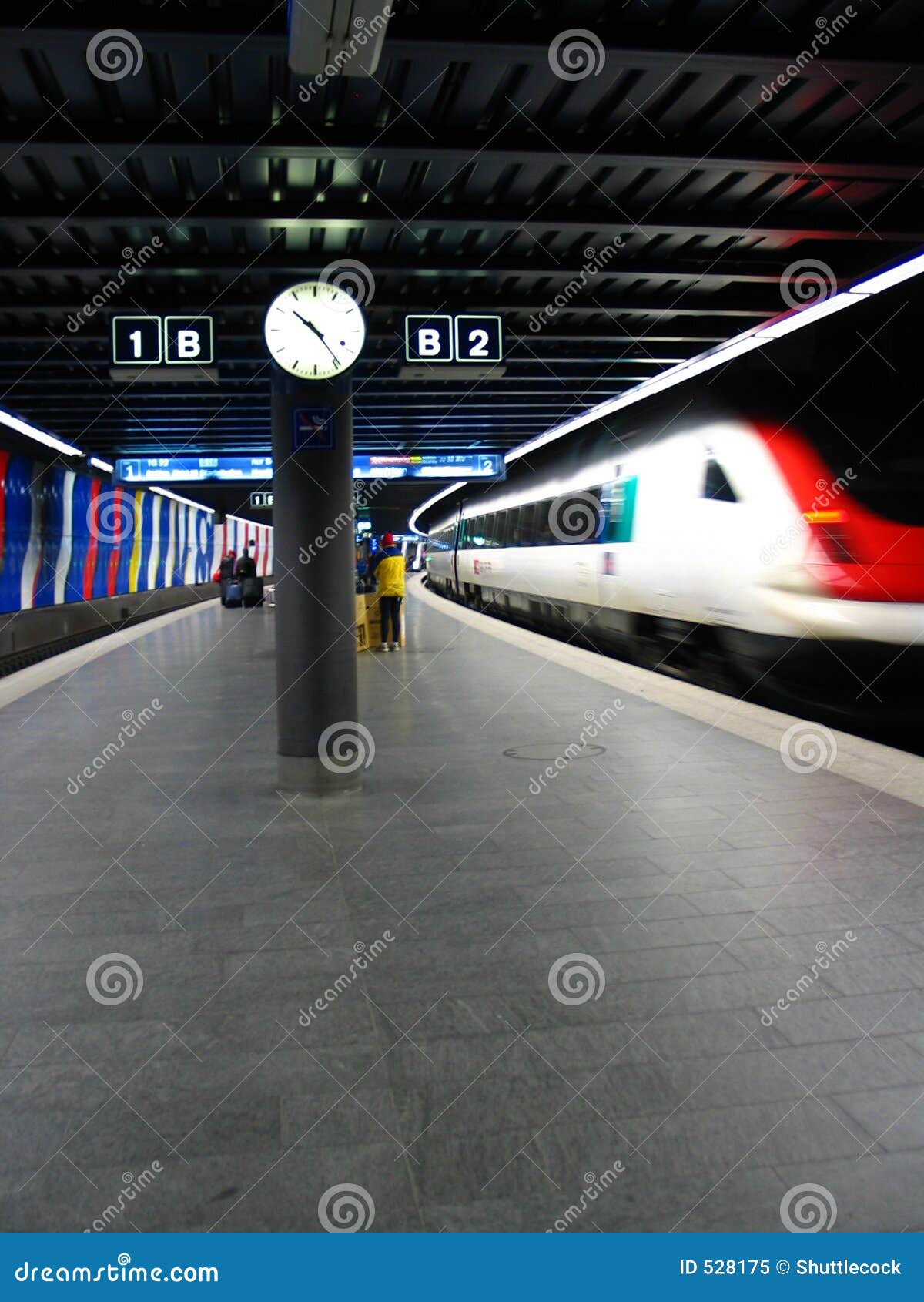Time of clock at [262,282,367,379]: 10:24
